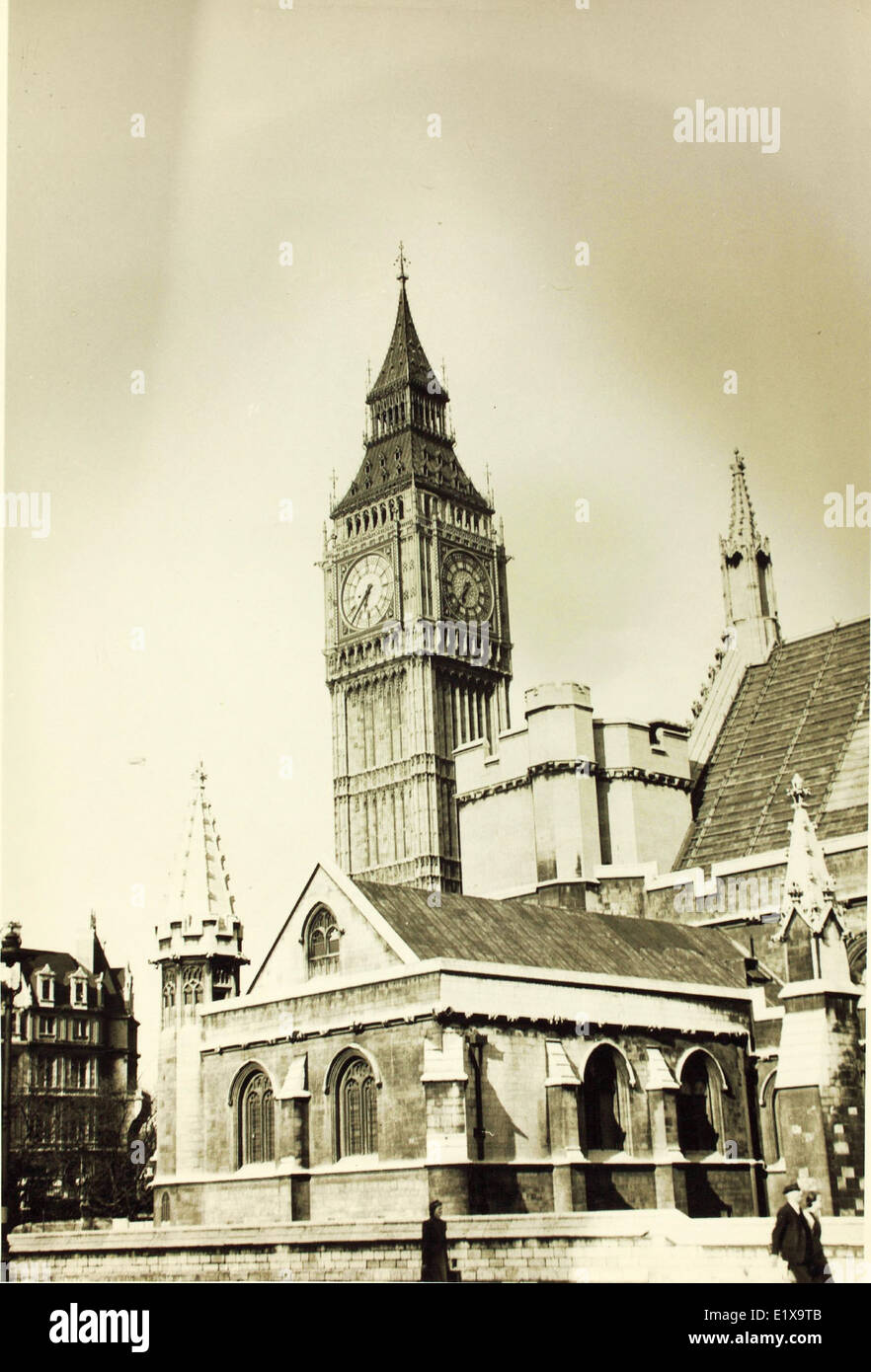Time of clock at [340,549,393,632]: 6:37
